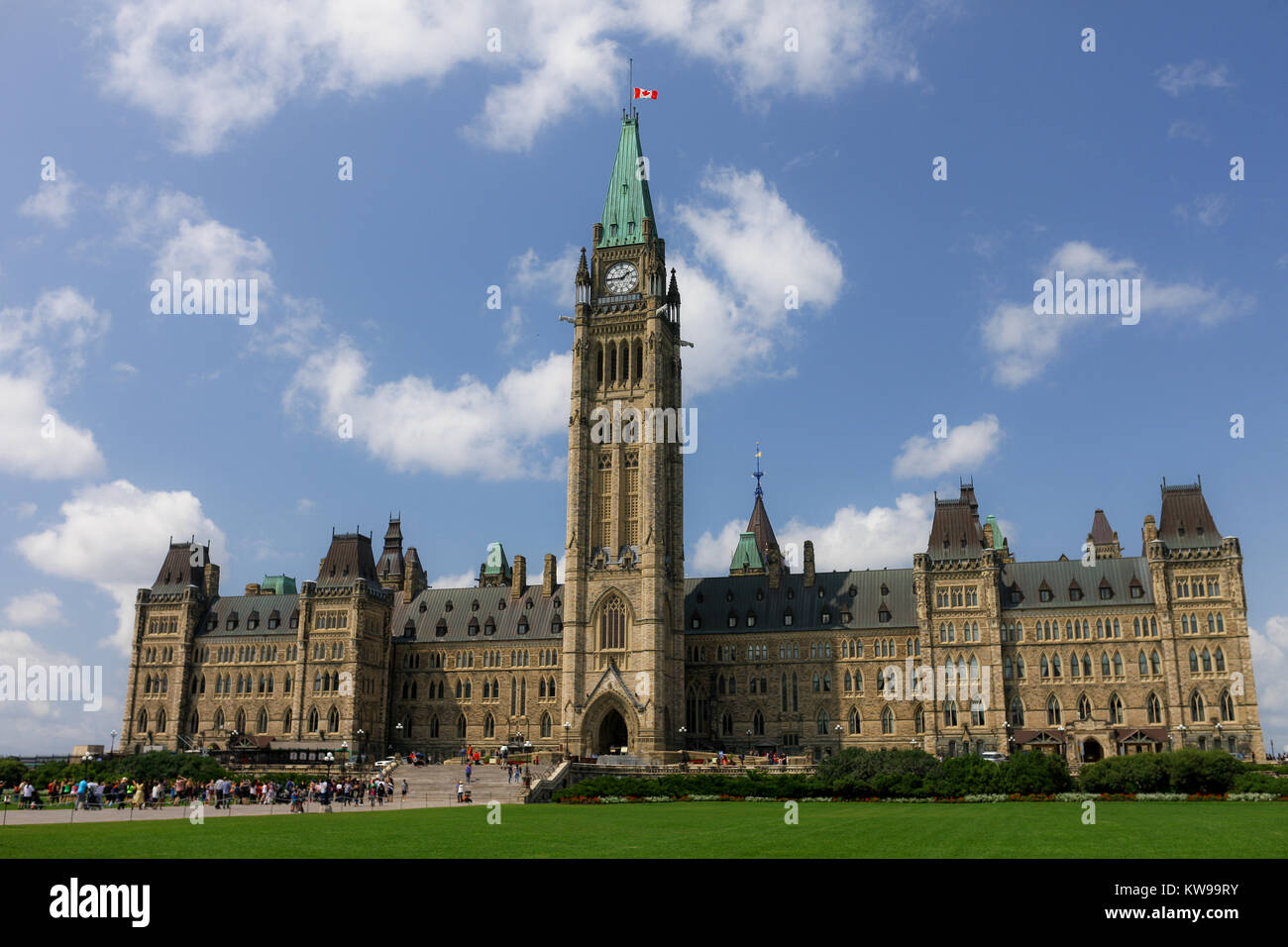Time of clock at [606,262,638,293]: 1:45
